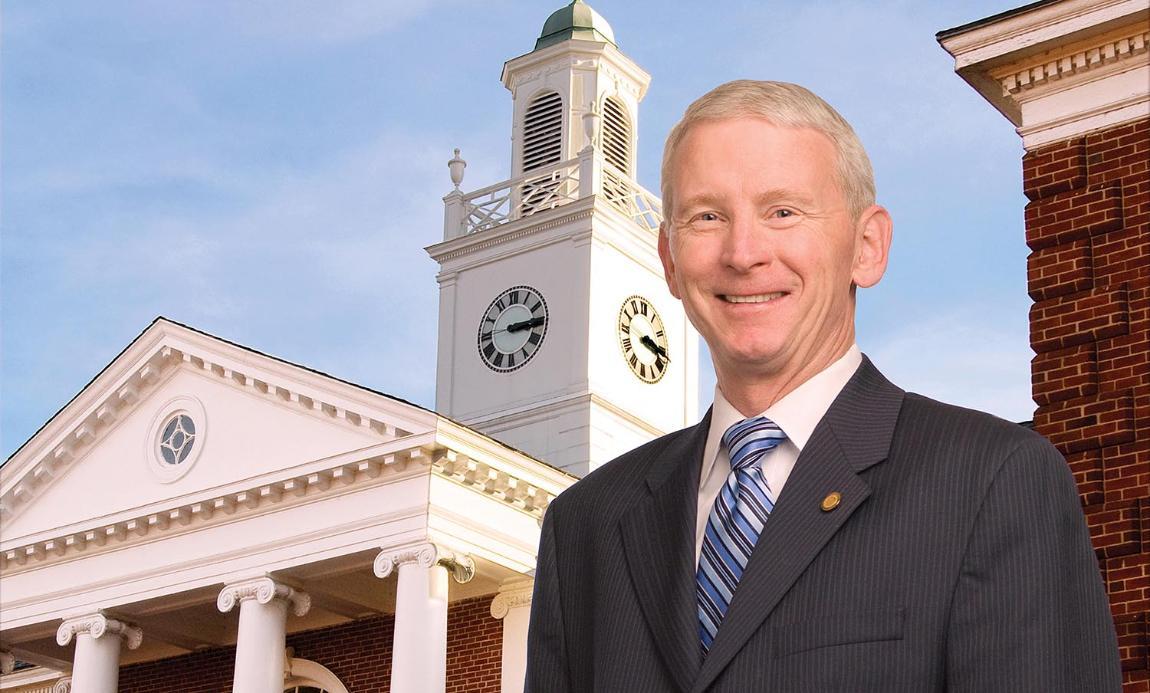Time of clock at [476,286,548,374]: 3:14
